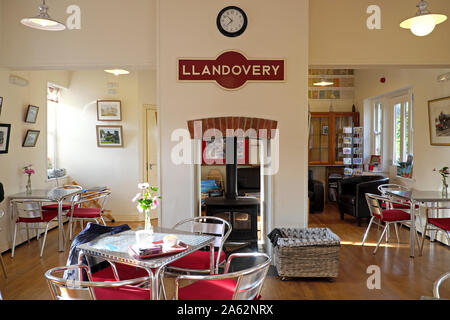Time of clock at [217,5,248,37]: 10:37
